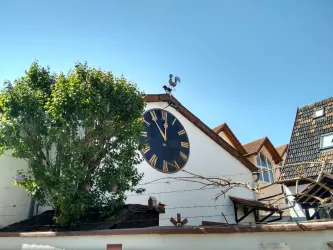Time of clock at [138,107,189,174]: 11:01
